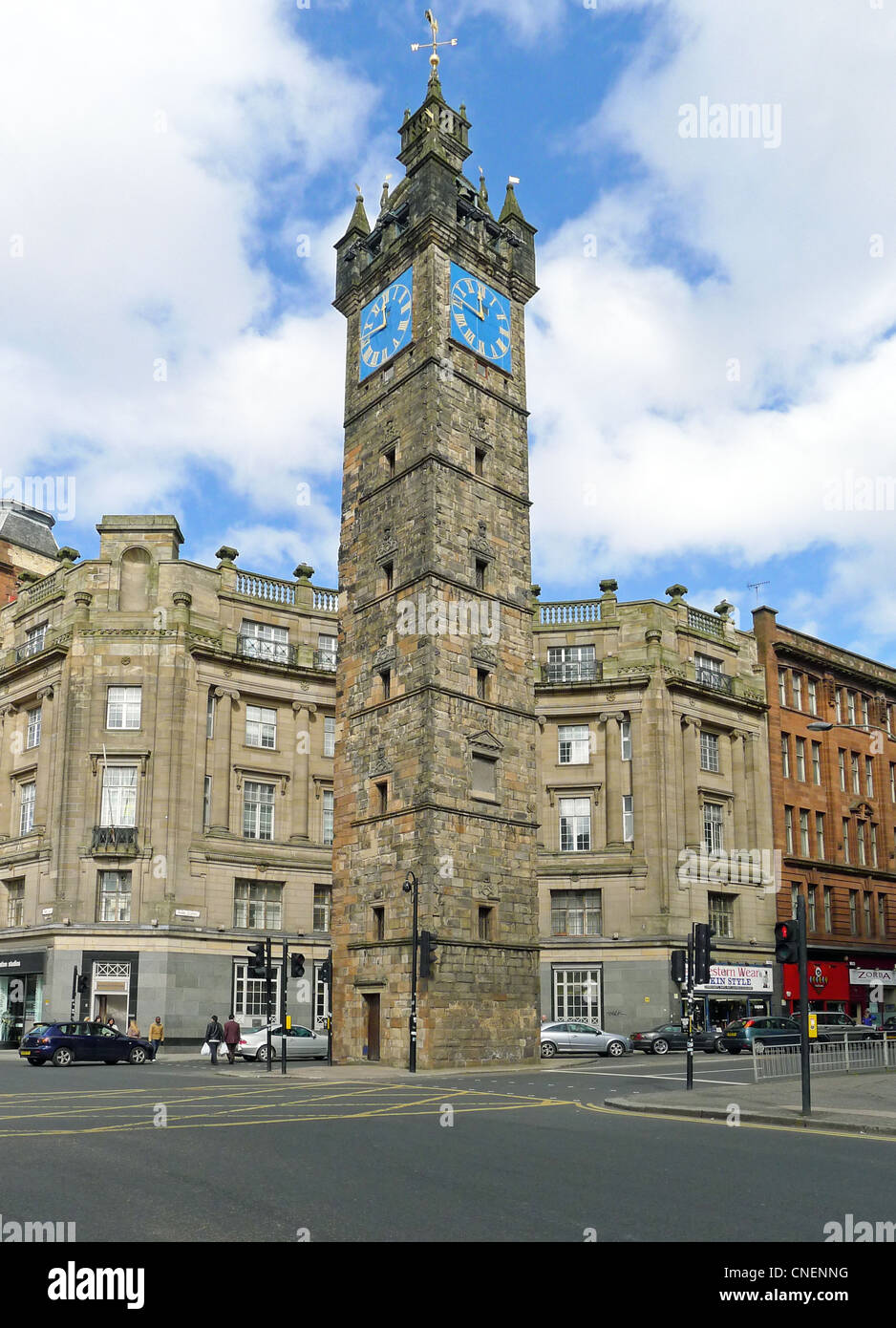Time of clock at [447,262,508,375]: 11:46
